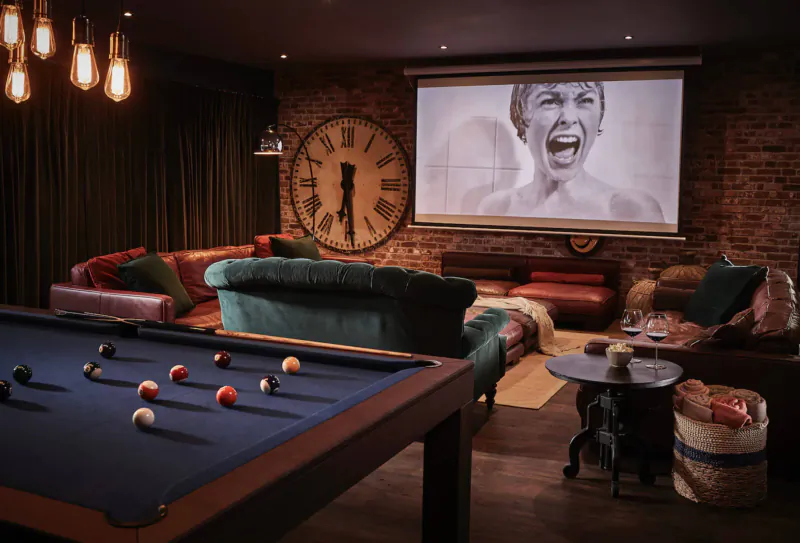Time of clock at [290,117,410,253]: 6:29
